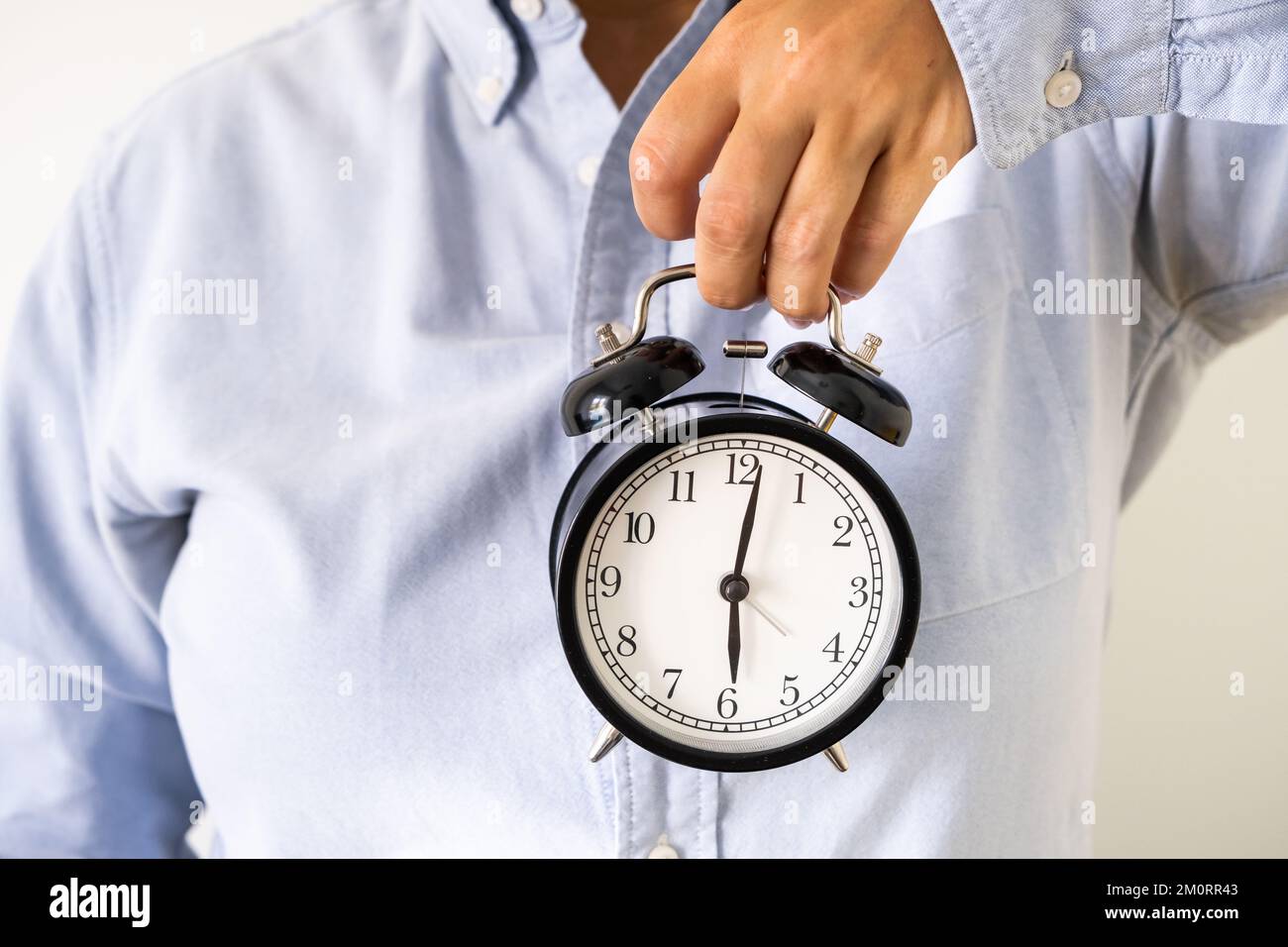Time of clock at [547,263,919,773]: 6:01
